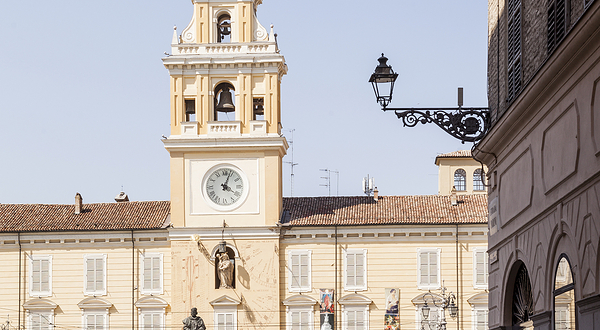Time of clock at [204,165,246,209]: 4:03
